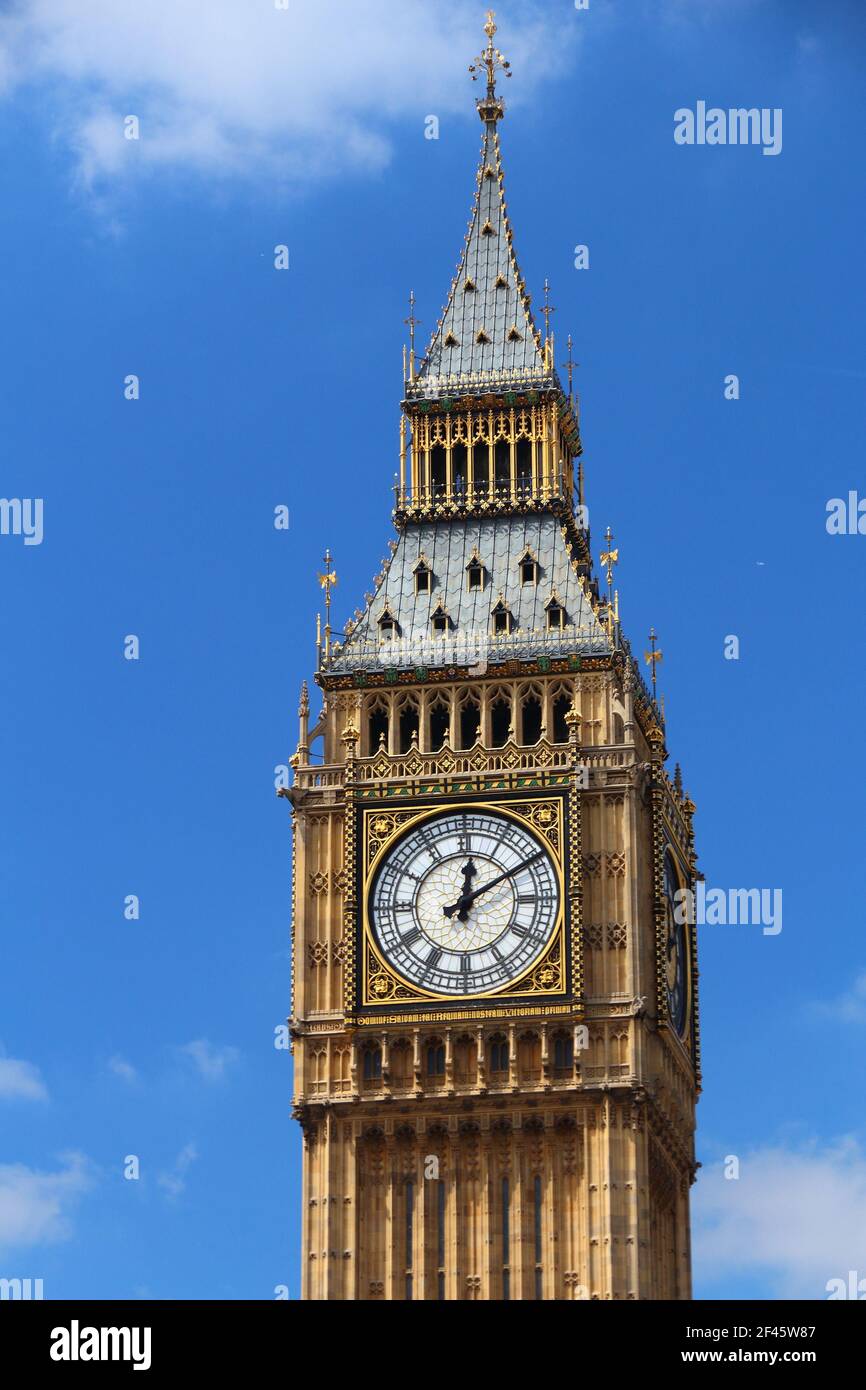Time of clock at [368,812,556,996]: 12:09
